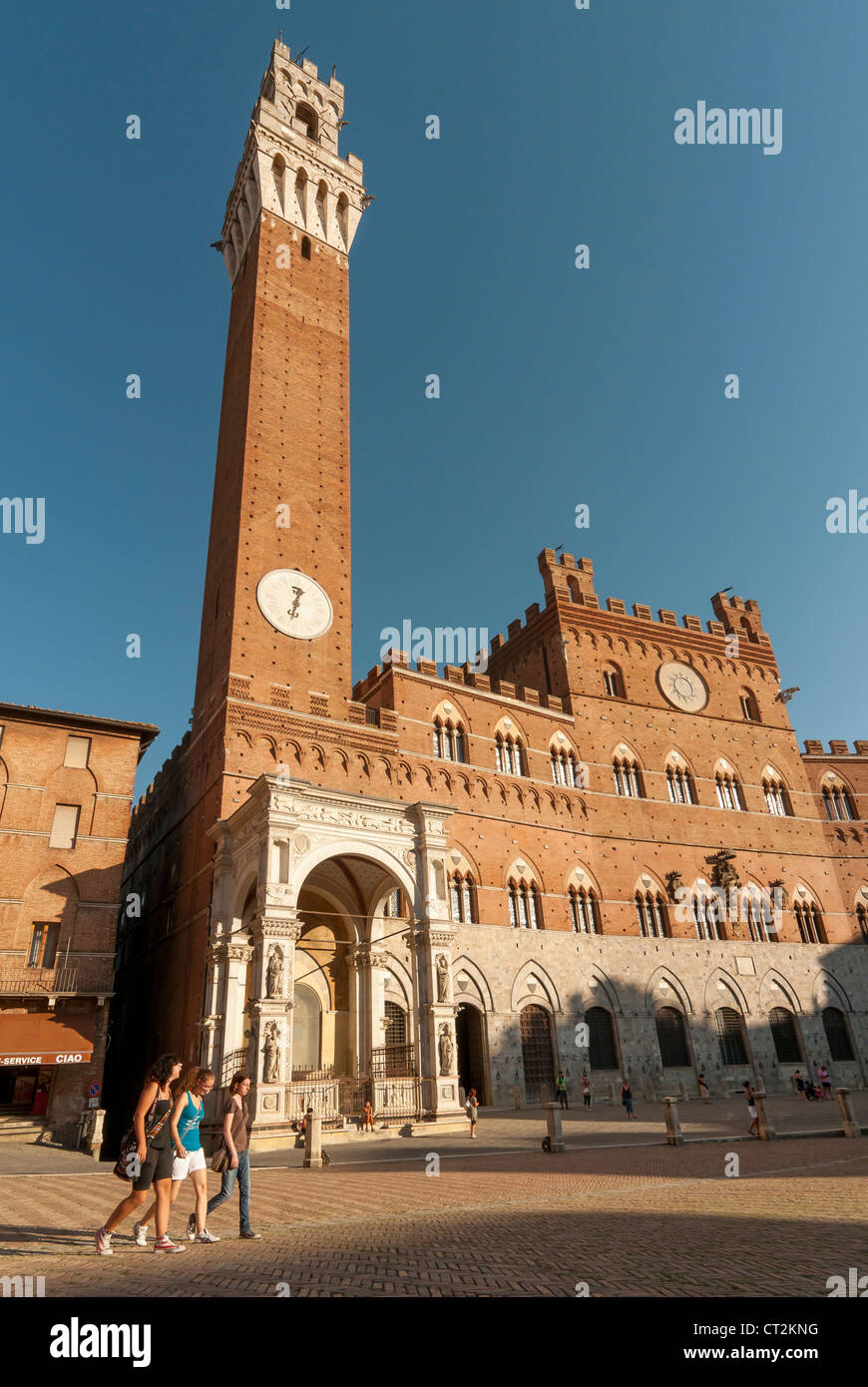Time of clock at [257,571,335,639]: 12:33
